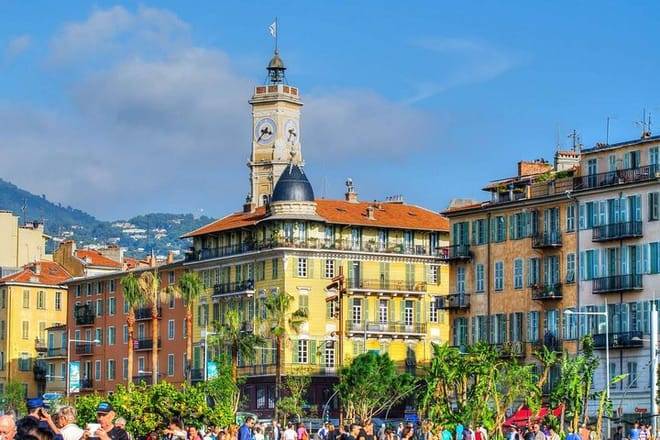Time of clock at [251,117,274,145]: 3:37
